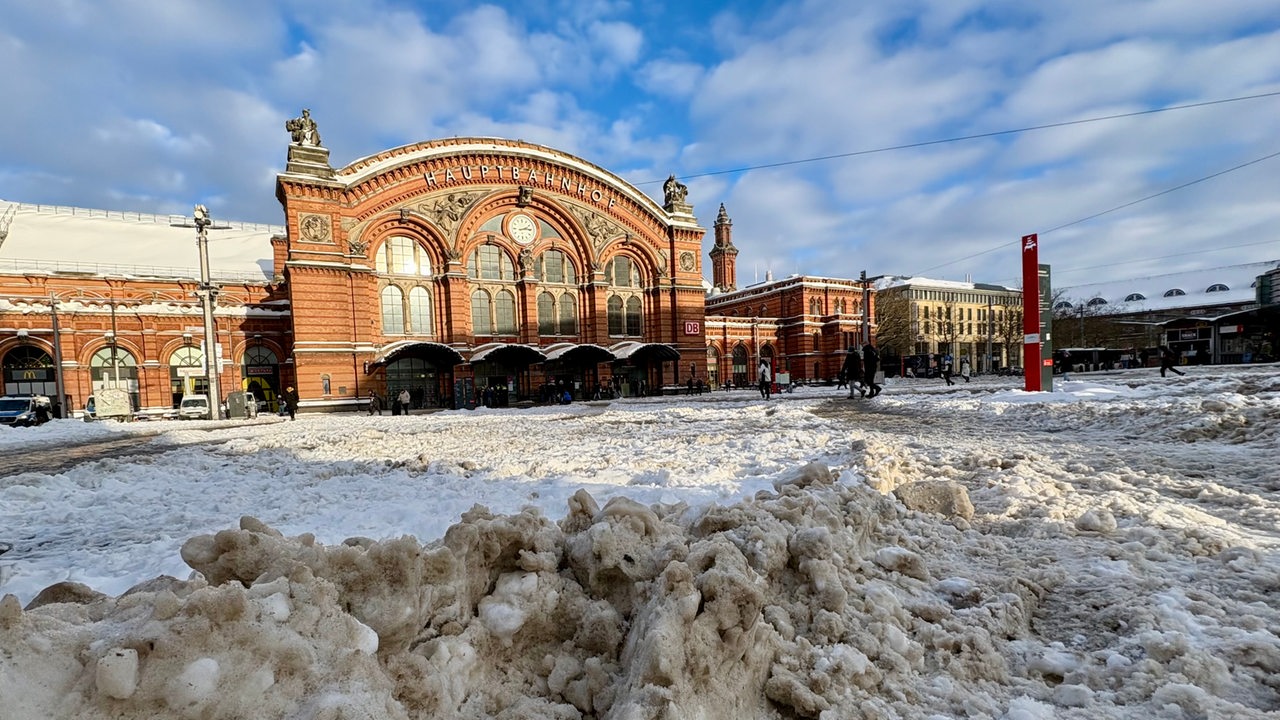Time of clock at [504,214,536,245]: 2:14
